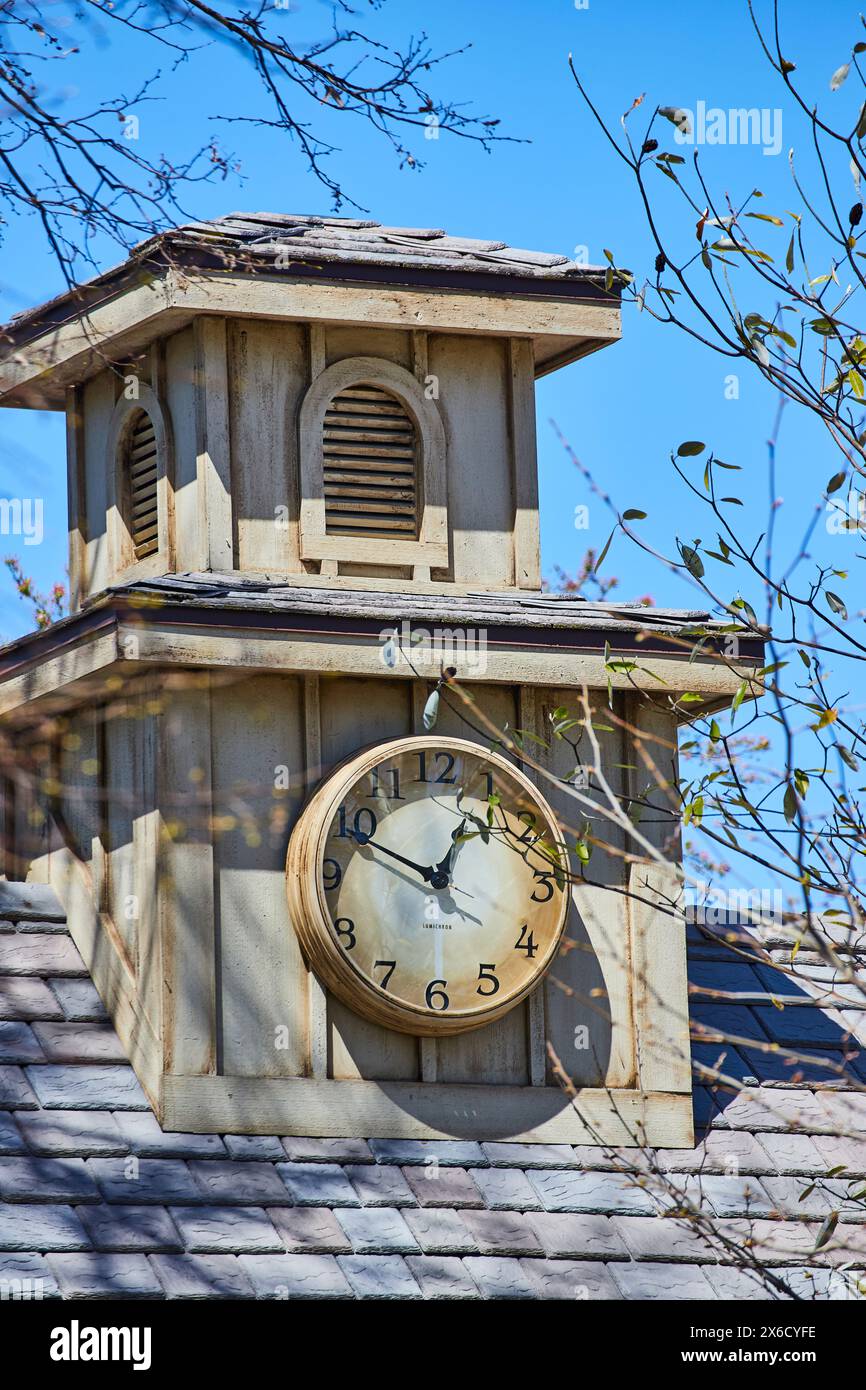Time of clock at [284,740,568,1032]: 12:49
